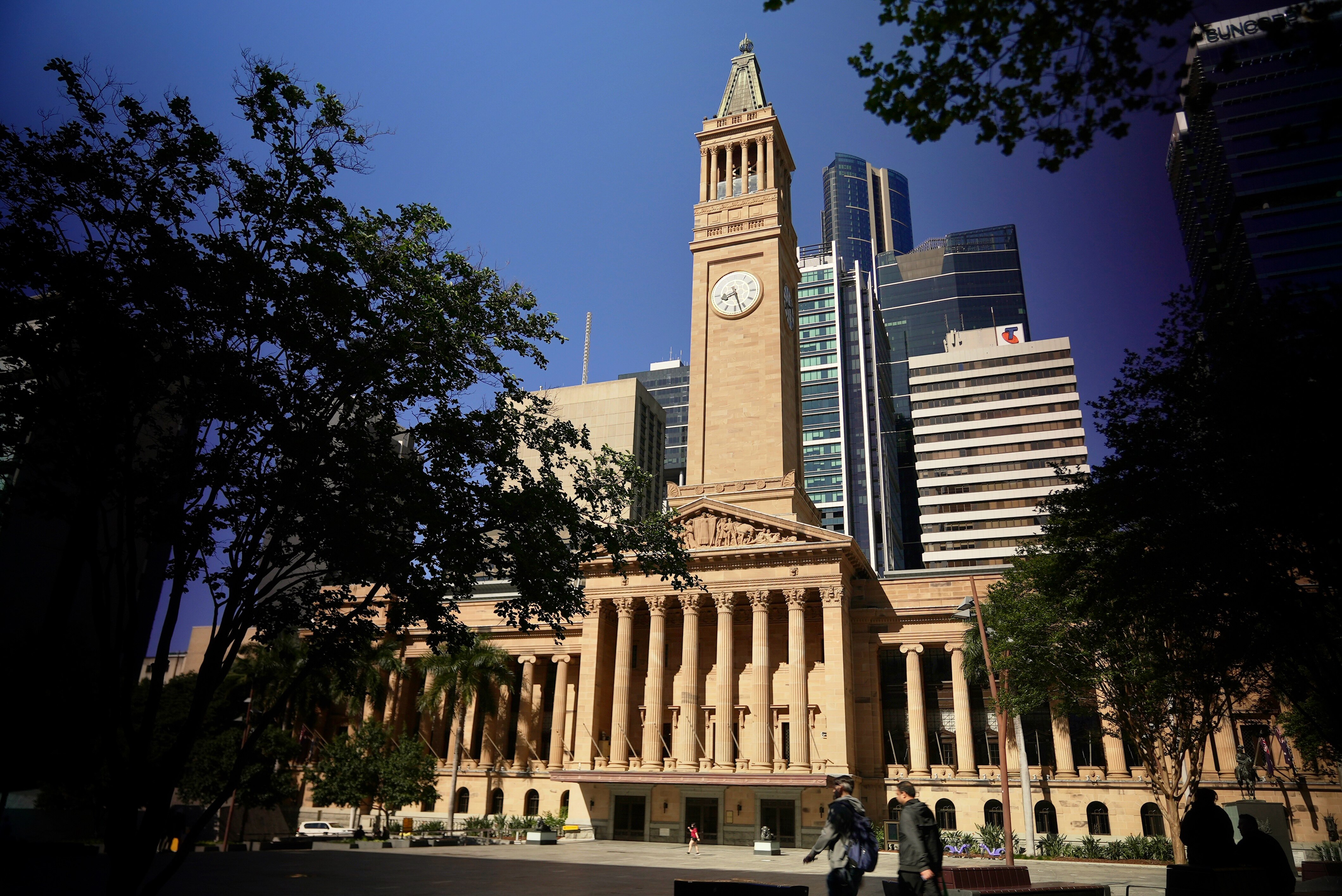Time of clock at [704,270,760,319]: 8:27
